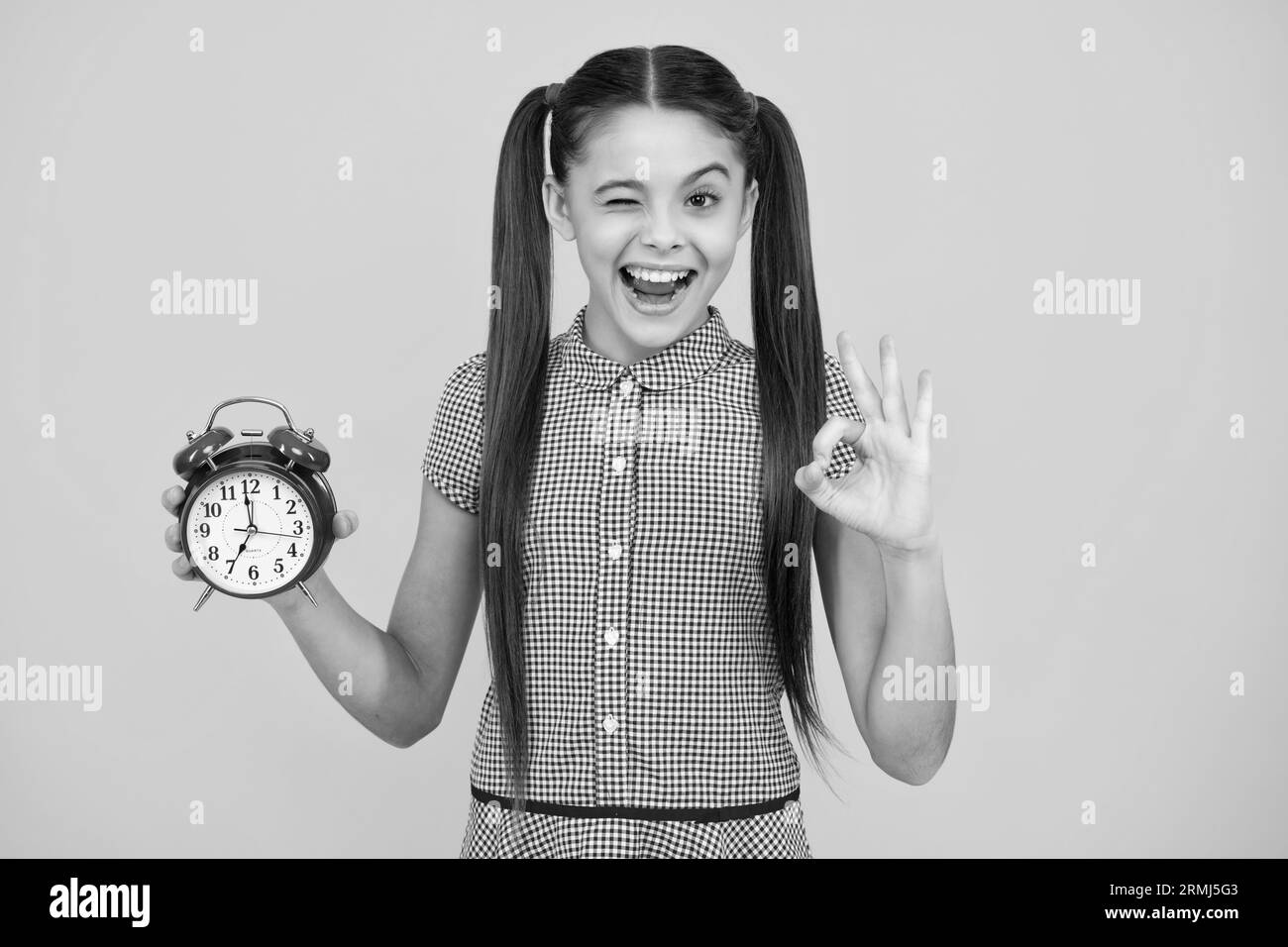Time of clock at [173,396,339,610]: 6:59
